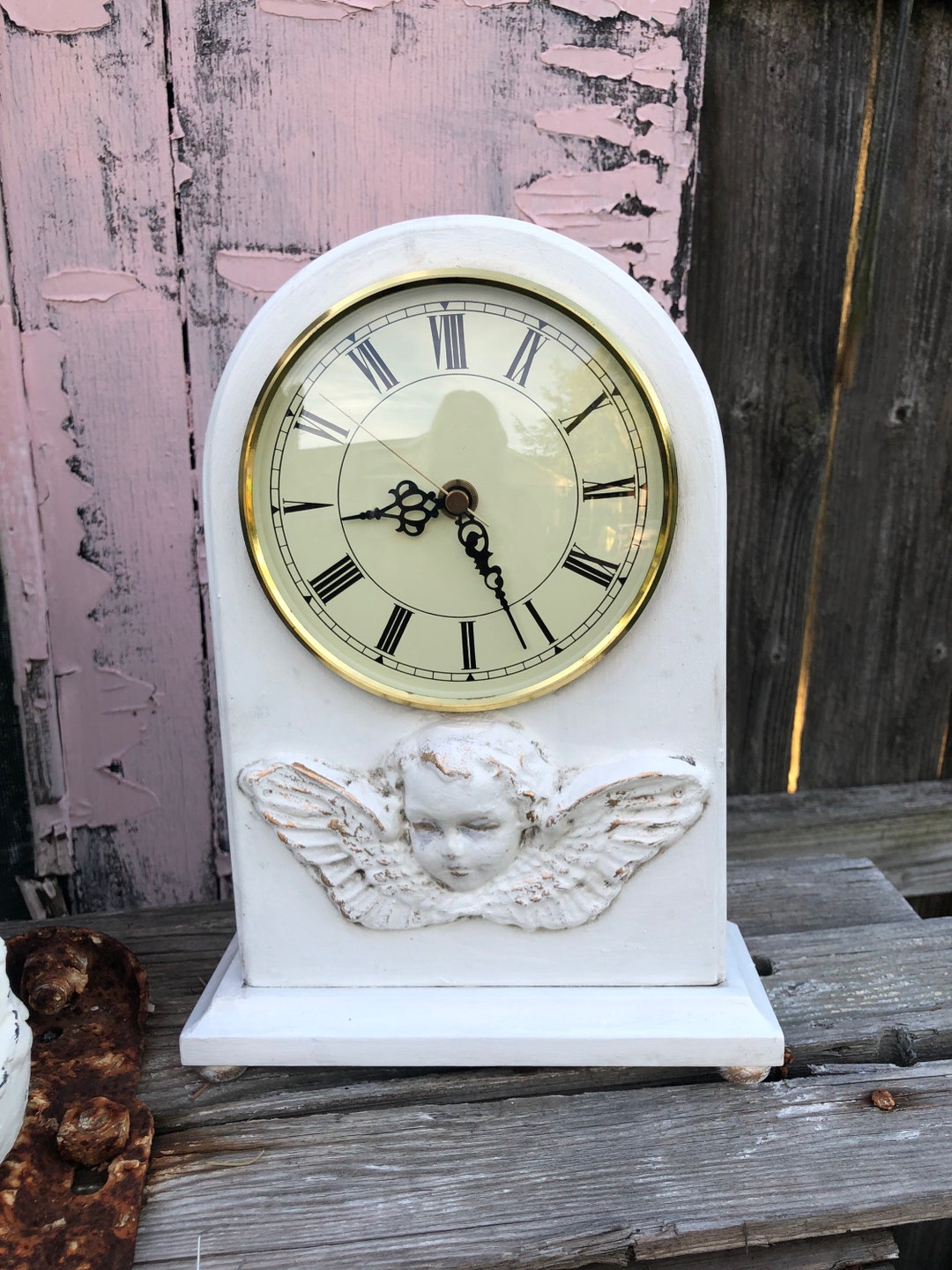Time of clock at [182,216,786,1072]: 8:26
